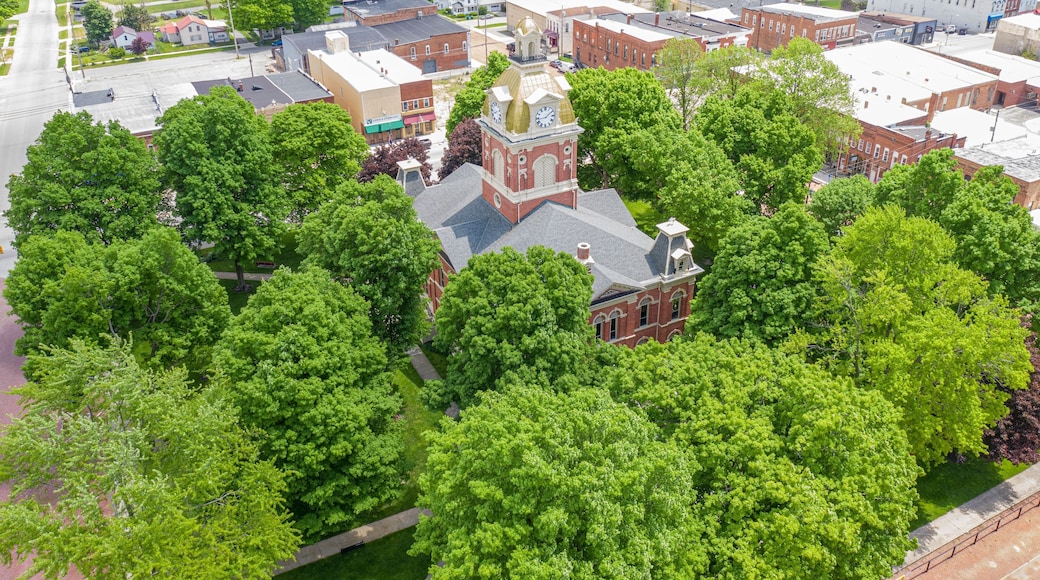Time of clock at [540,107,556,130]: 1:43
